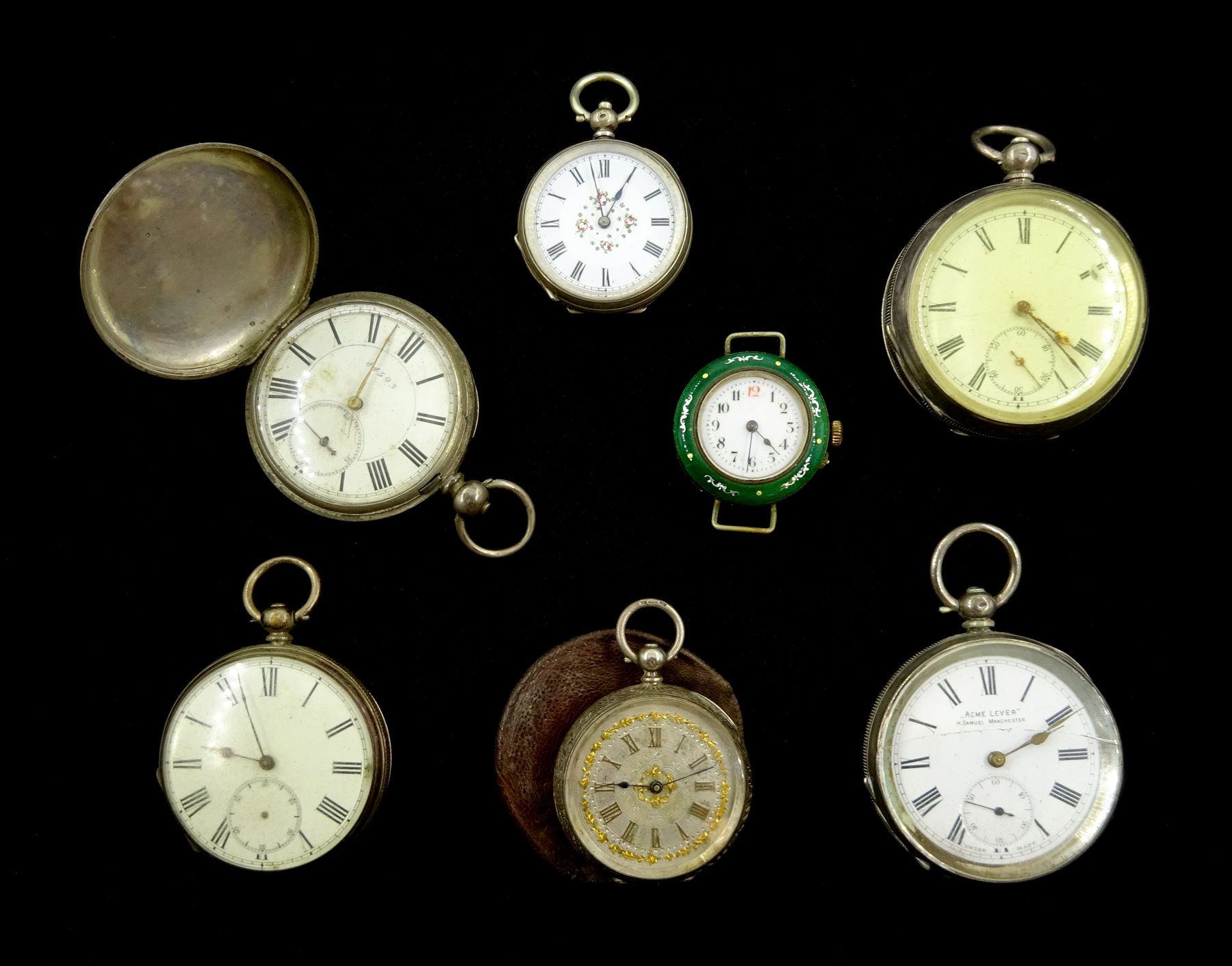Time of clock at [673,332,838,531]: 4:31
